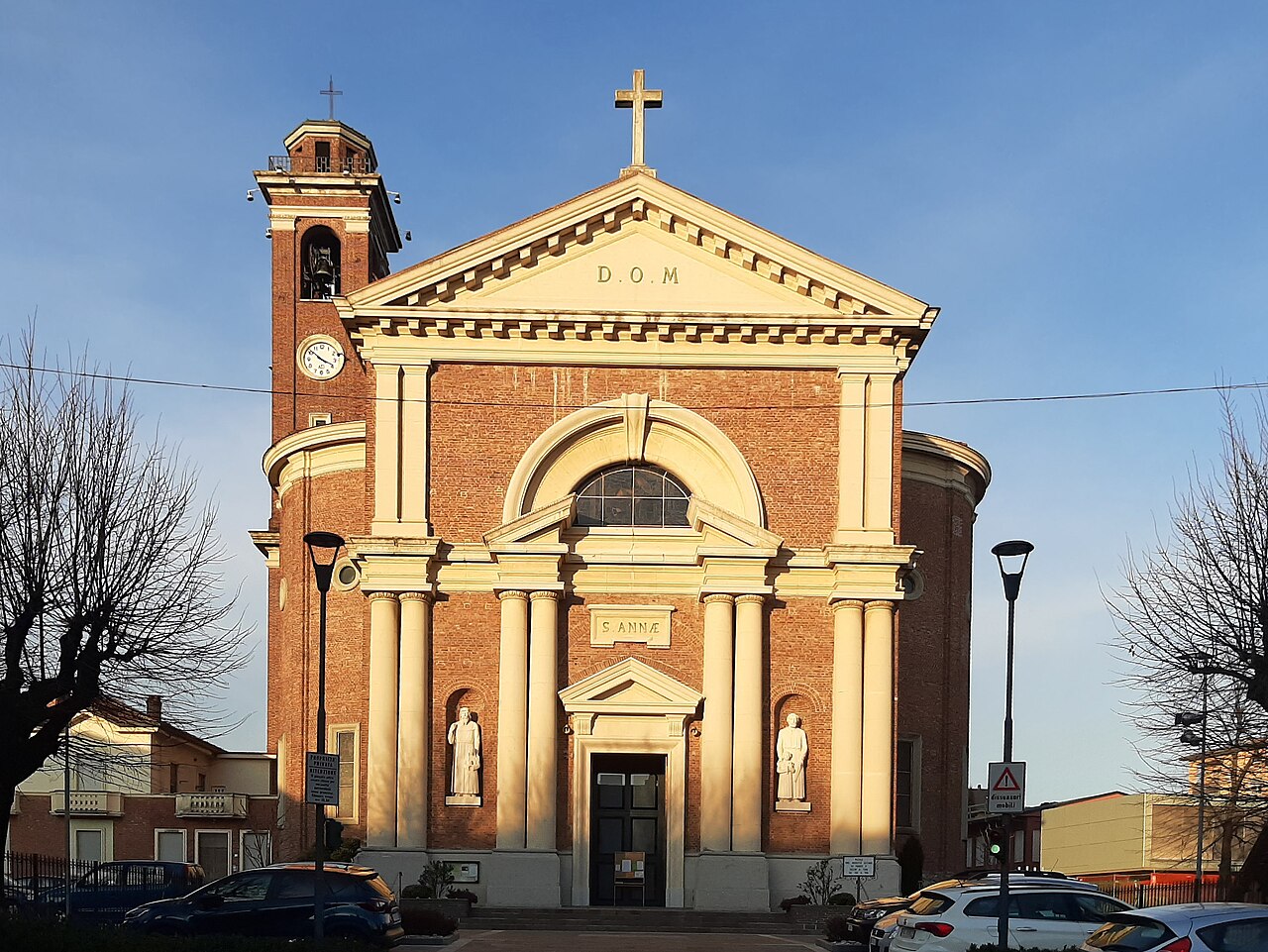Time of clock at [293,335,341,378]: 3:51
